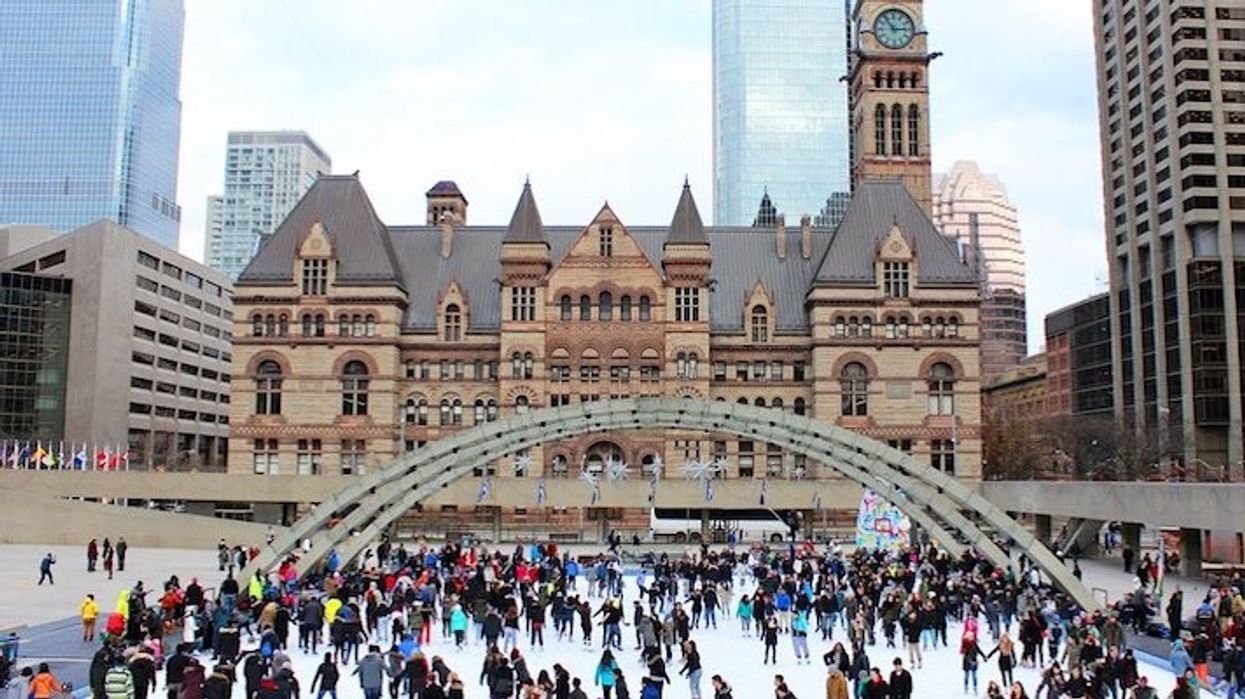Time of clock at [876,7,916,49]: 2:53
